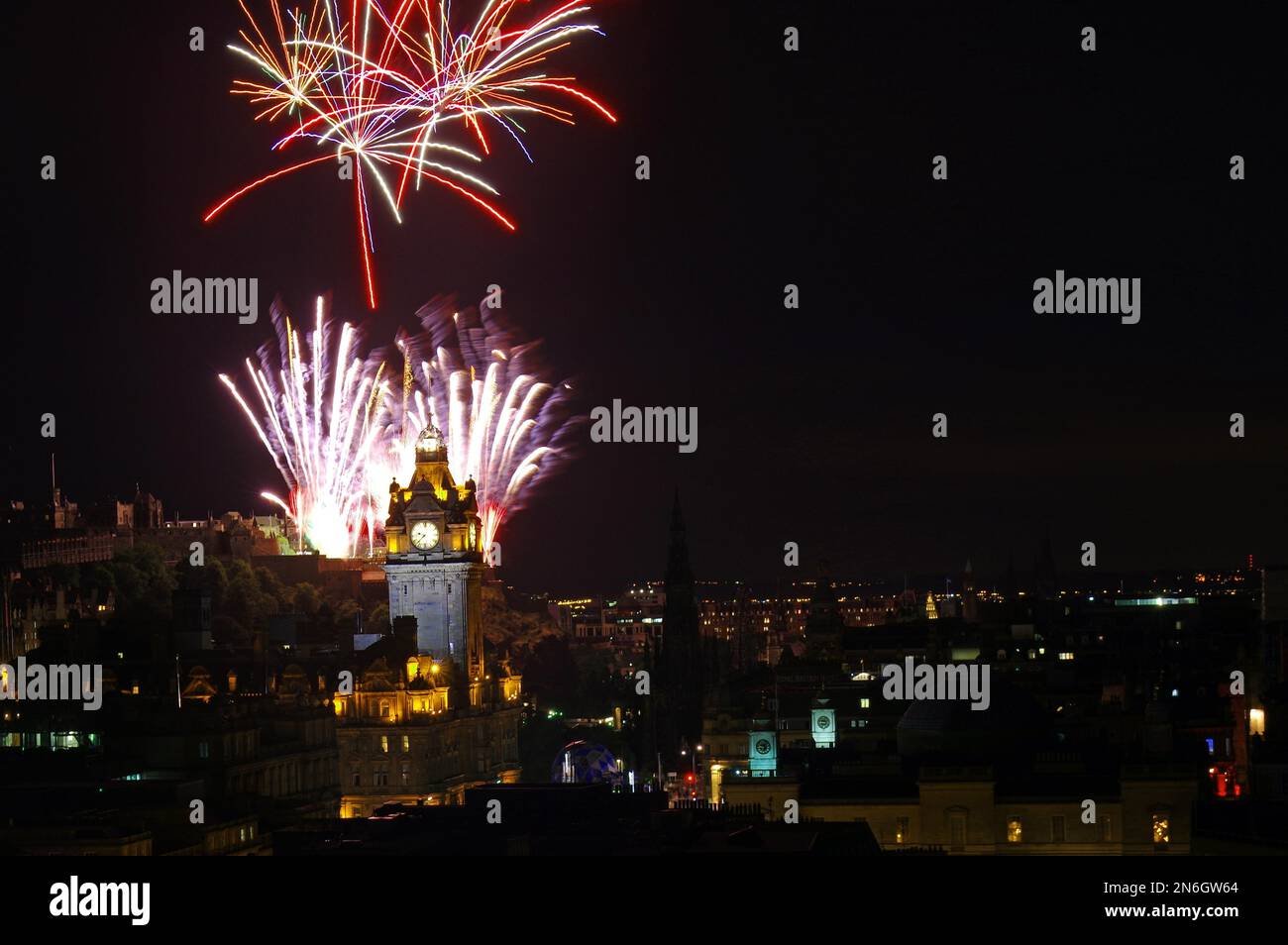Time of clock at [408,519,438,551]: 9:38
